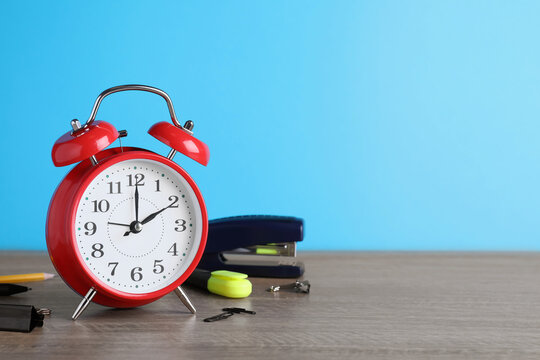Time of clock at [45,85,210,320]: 2:00
